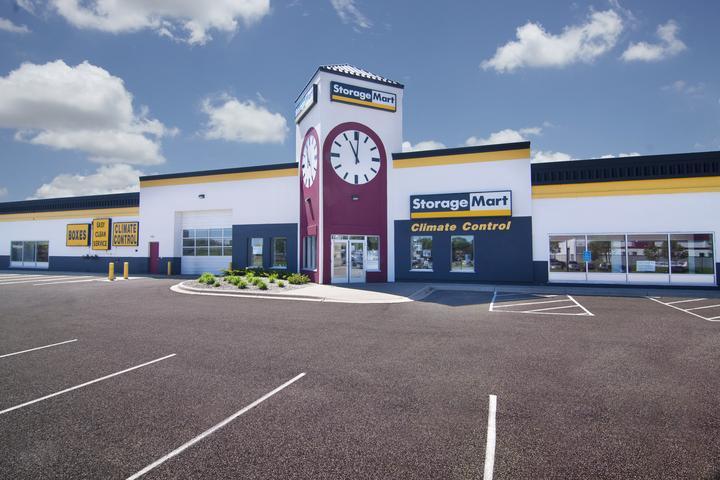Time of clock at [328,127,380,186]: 11:01
